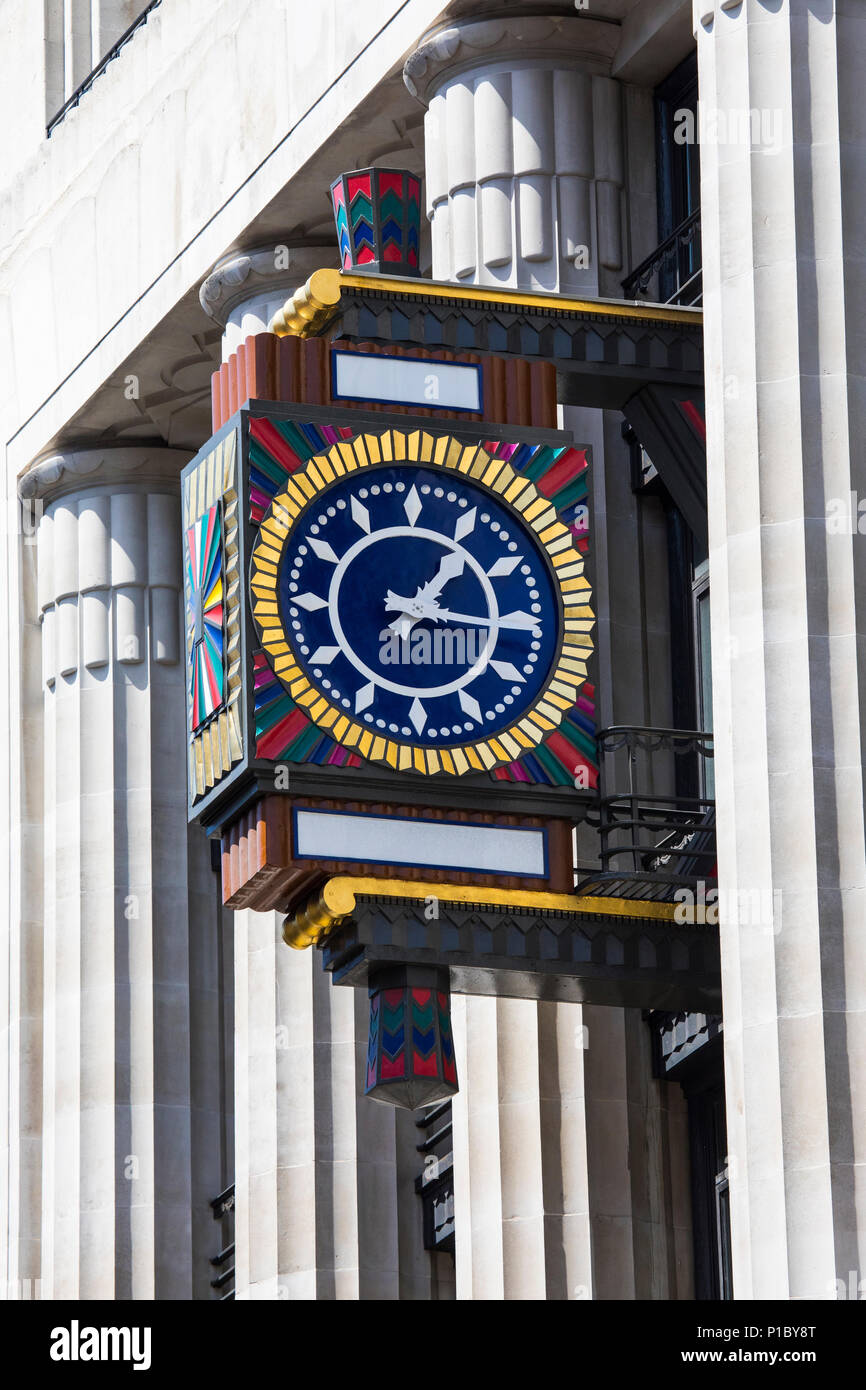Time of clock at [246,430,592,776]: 1:15
